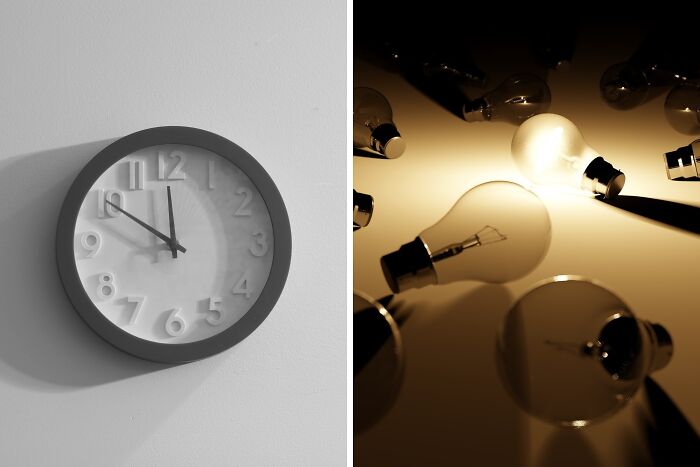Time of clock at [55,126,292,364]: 11:50
